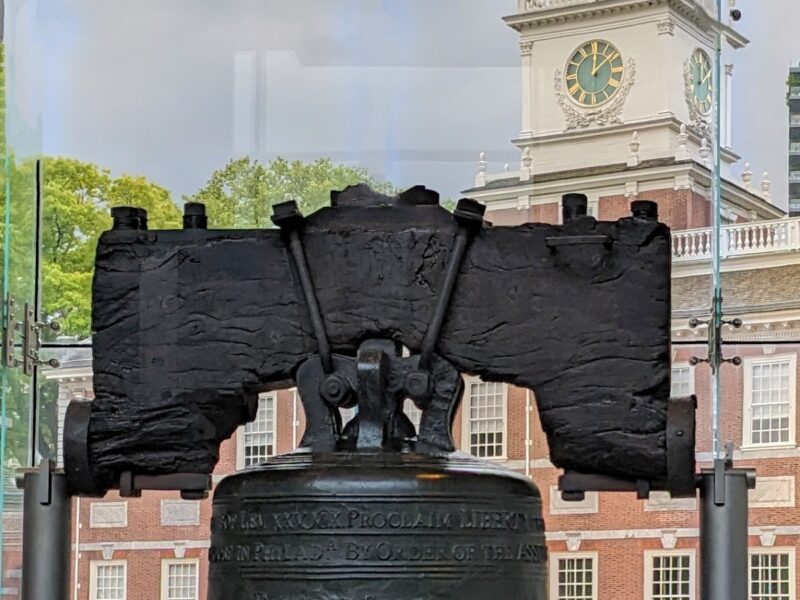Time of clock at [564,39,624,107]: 12:07
